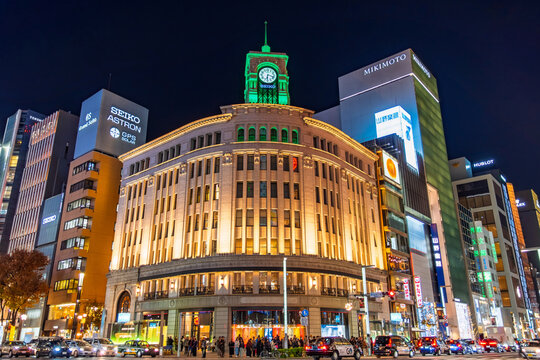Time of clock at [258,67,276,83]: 6:17
